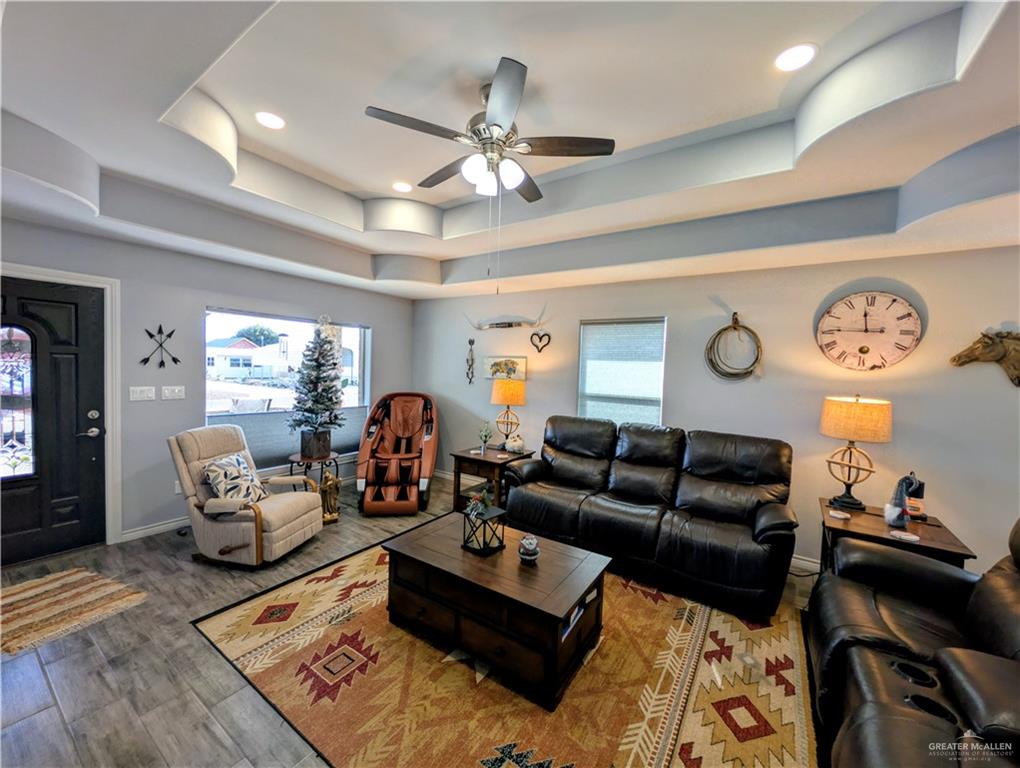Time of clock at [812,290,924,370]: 11:45
